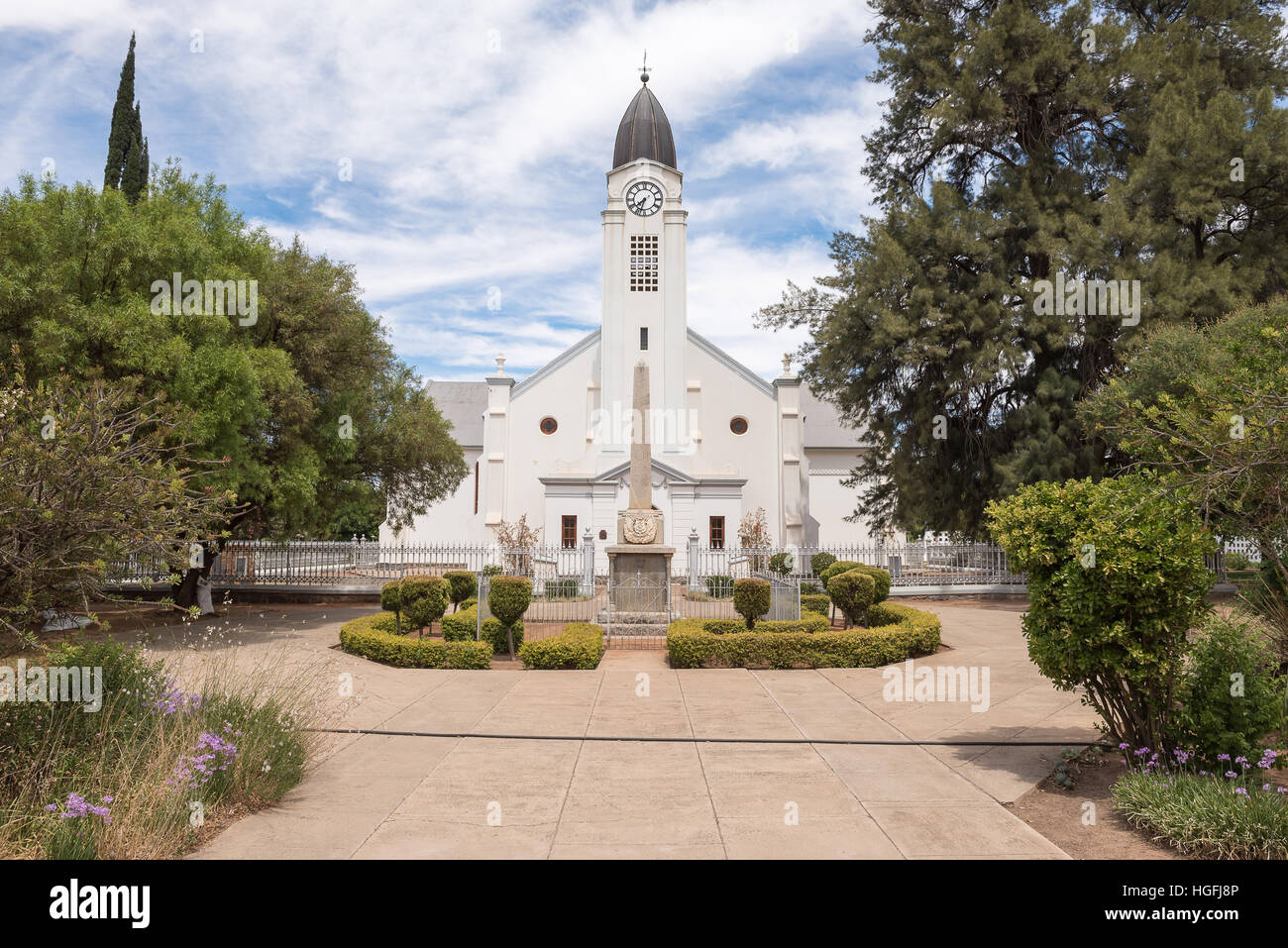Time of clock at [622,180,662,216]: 7:32
